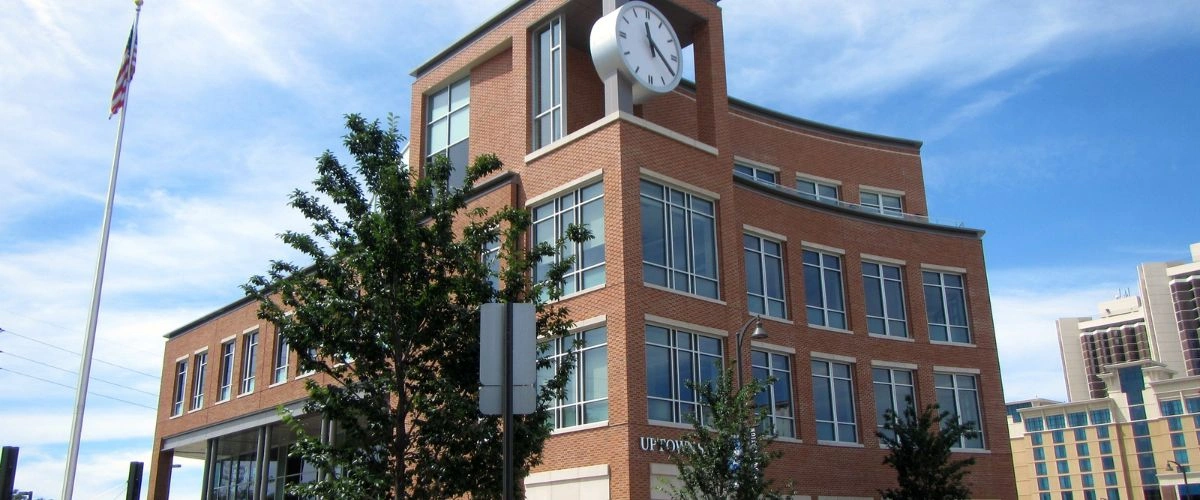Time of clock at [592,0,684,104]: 11:20
